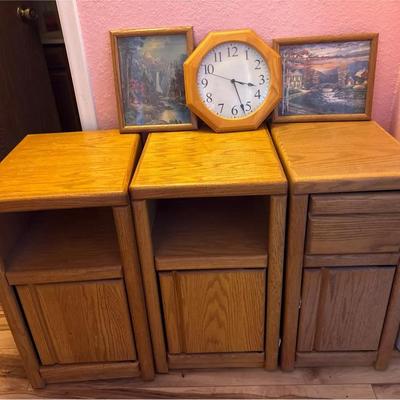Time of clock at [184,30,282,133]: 3:26
